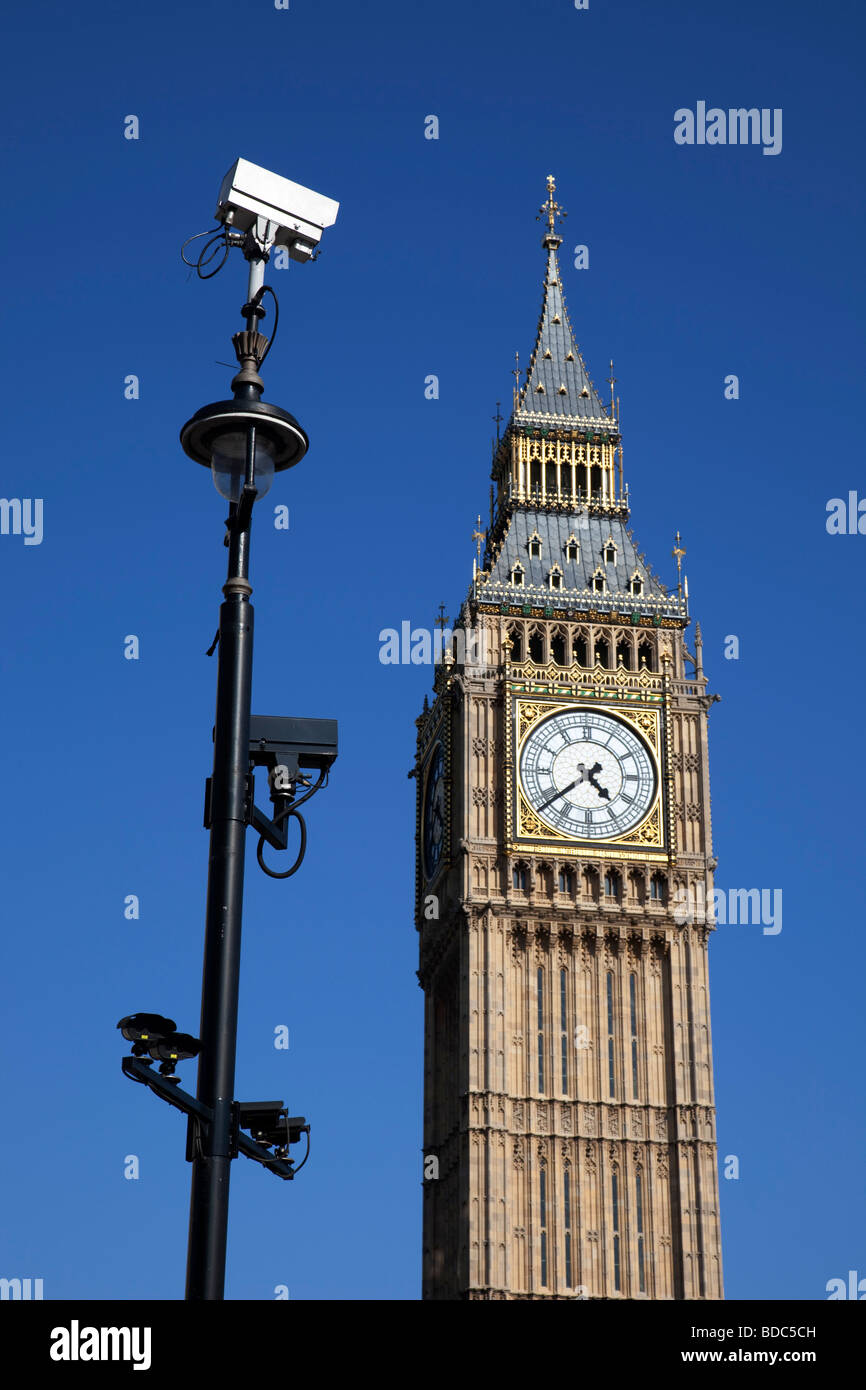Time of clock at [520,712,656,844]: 4:38
